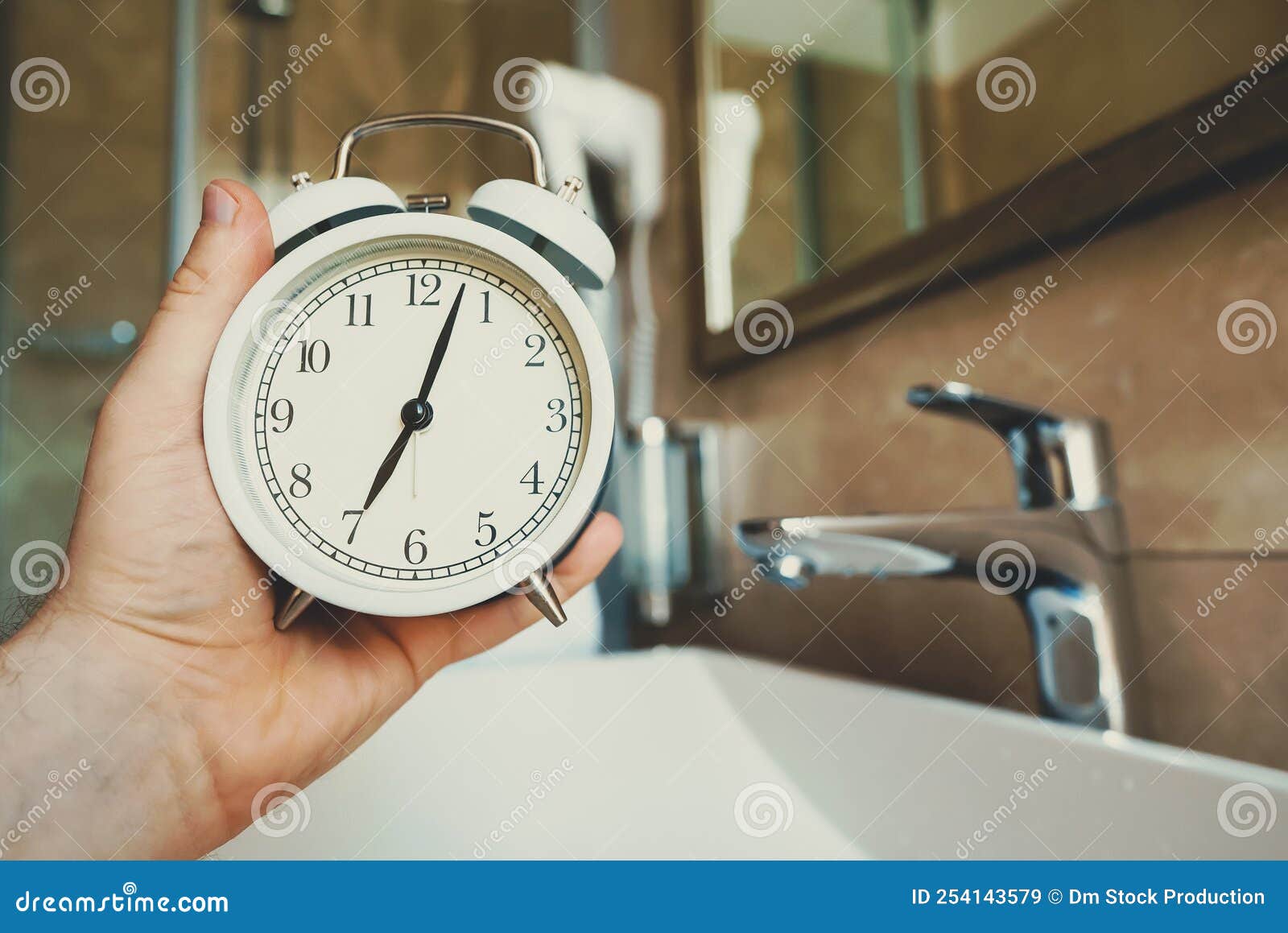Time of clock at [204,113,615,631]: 7:03
